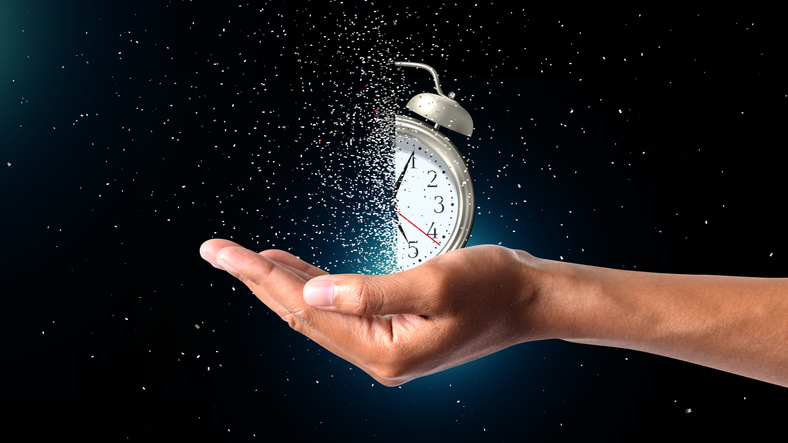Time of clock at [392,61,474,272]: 5:04
